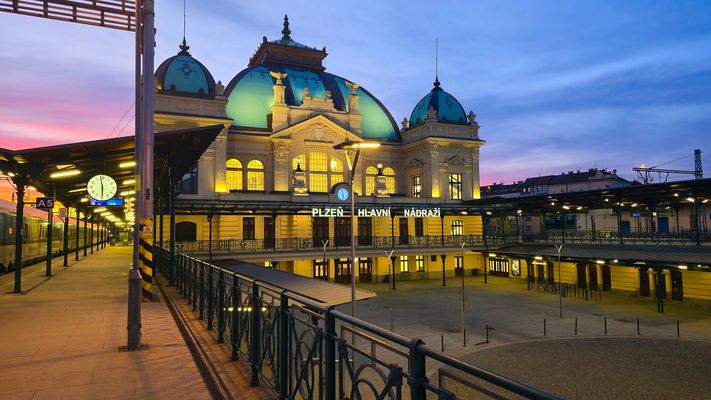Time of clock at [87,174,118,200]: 5:58
